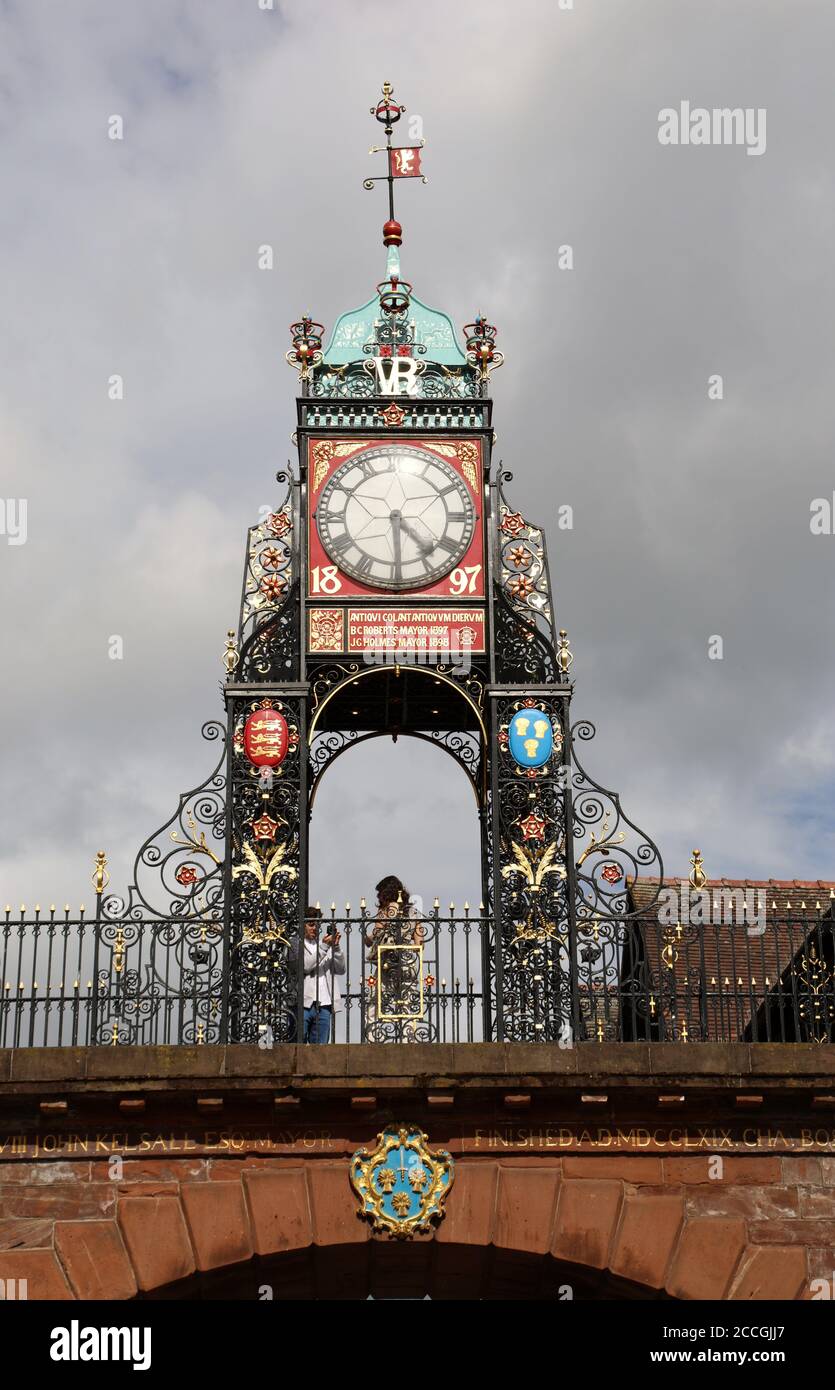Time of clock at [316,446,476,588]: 4:29
